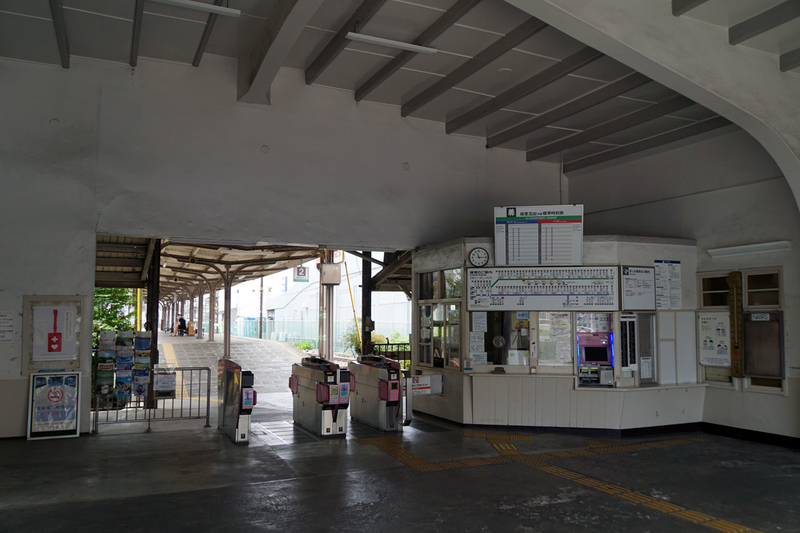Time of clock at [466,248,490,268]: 11:15
